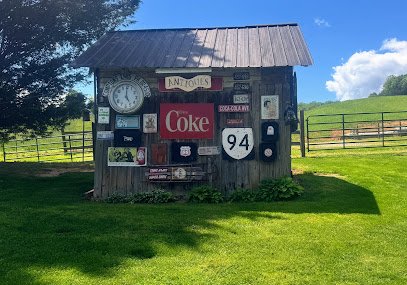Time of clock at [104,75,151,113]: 5:00
